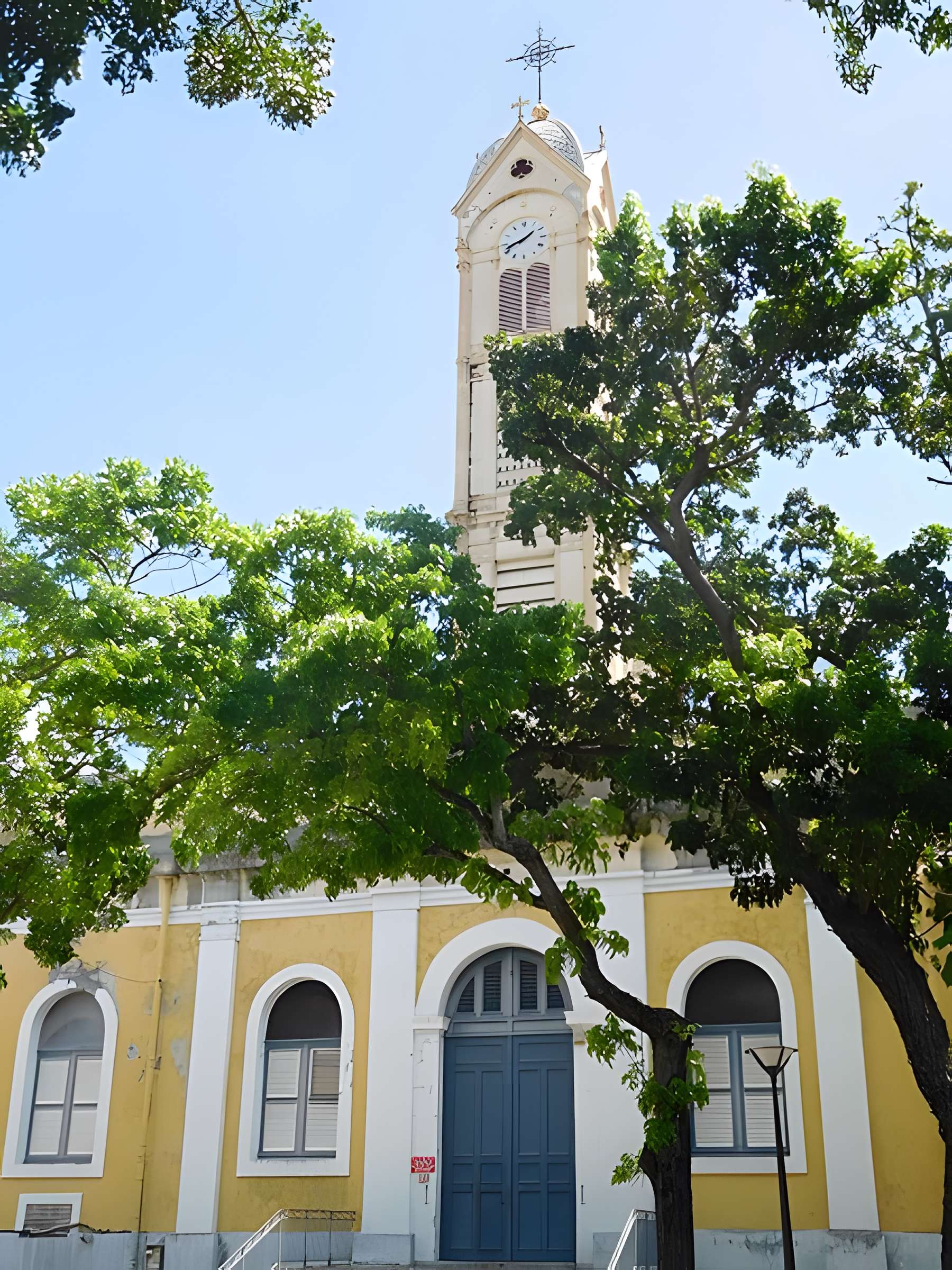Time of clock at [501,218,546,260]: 1:41
